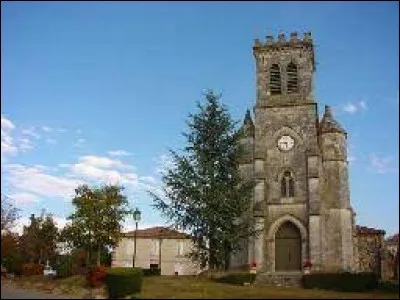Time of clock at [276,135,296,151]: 5:45
